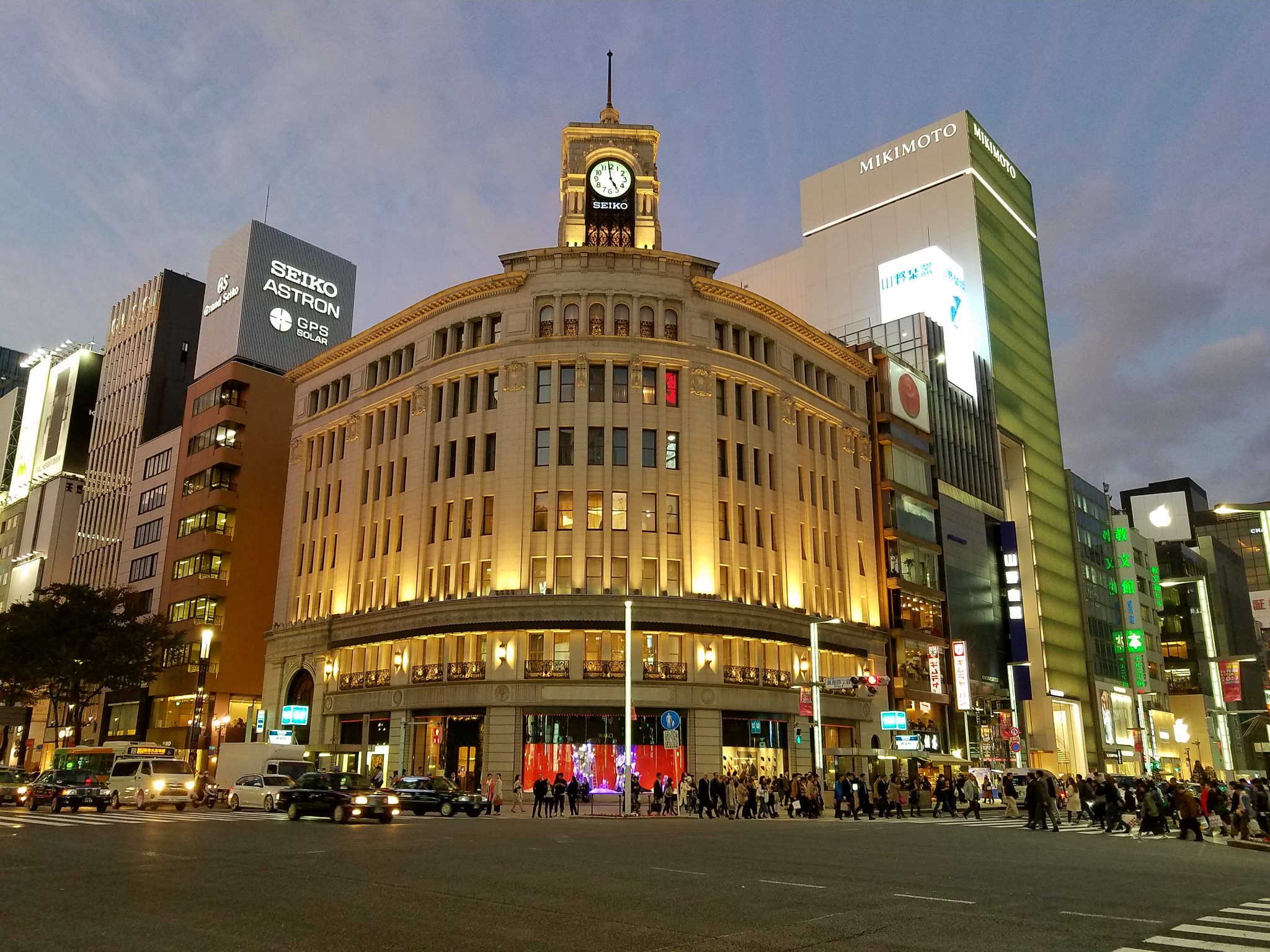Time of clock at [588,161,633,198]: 4:58
